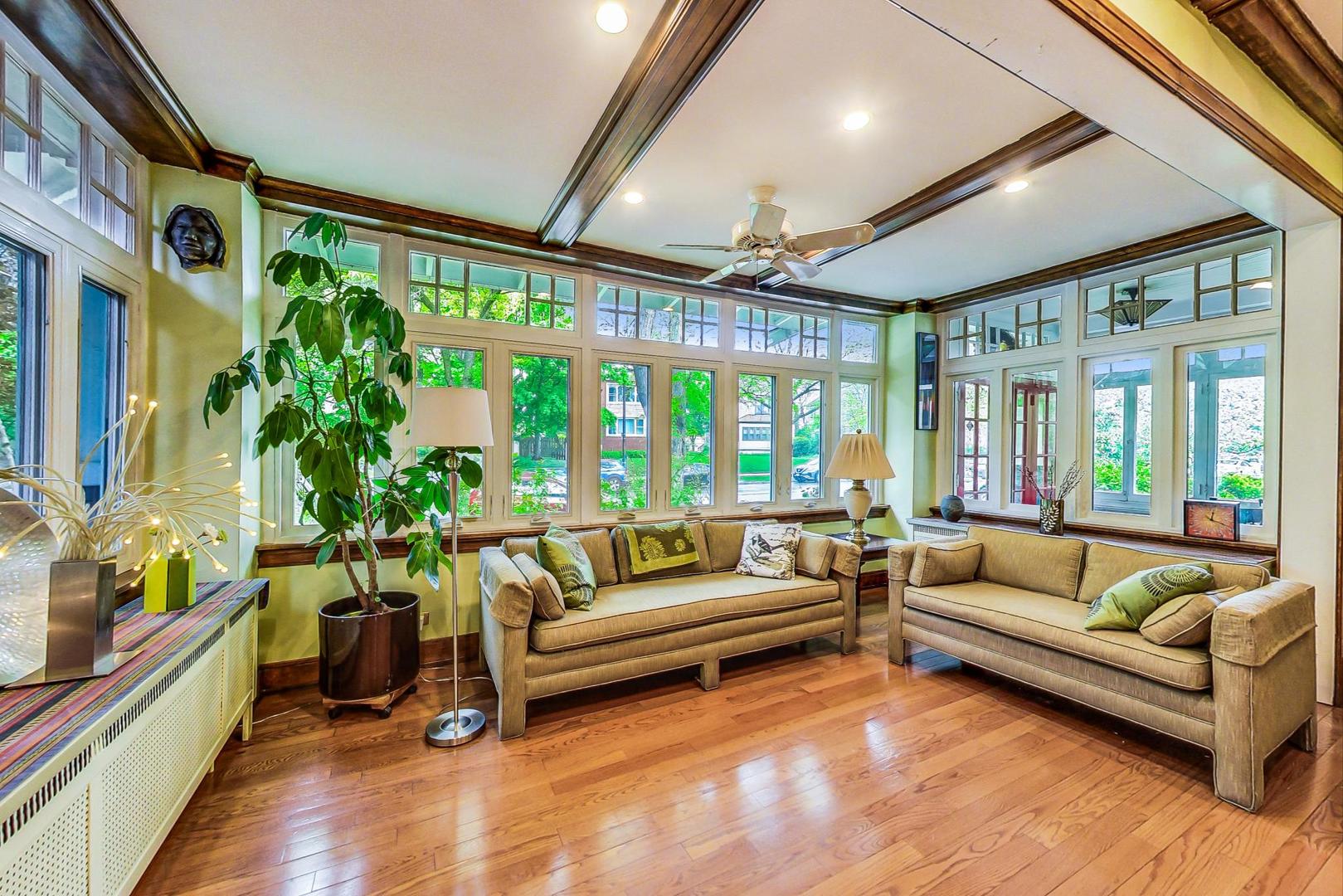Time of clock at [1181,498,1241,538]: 12:18
